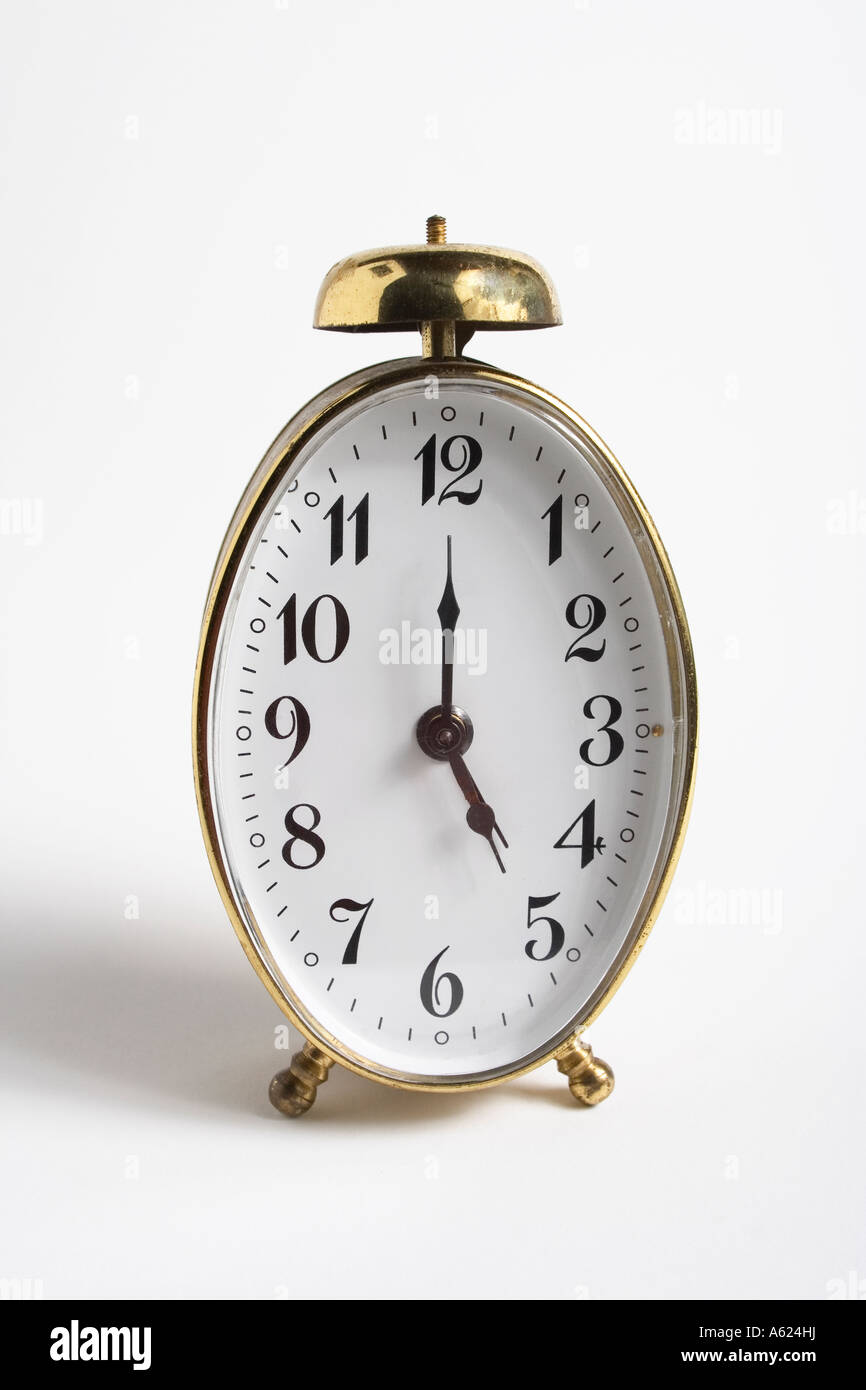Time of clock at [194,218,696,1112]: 5:00
